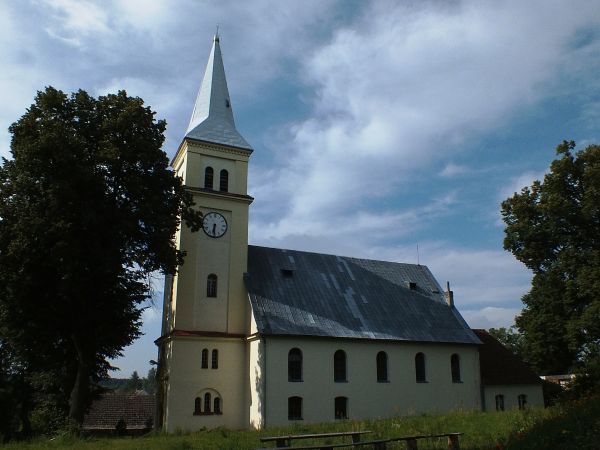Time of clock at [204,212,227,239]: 6:30
